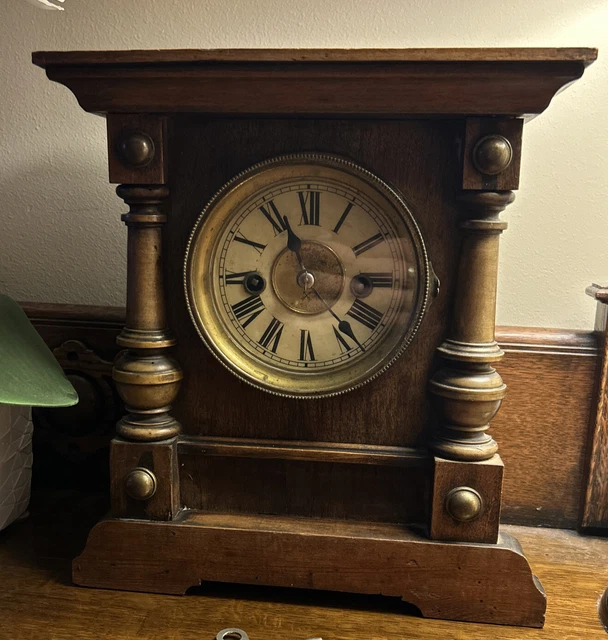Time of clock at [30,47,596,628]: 11:14
